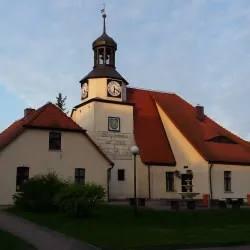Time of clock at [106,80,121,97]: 6:18
